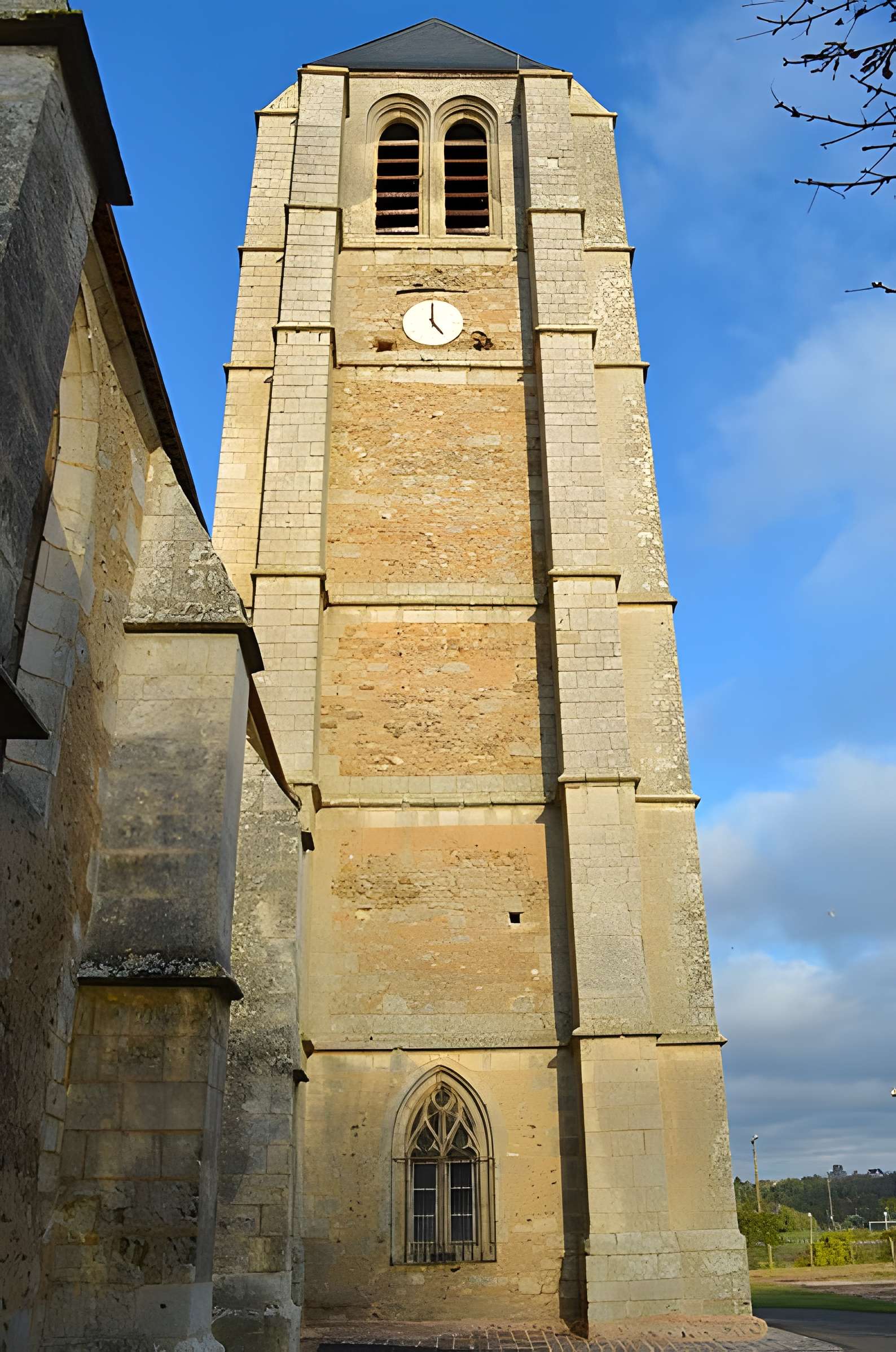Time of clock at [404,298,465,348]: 5:00
